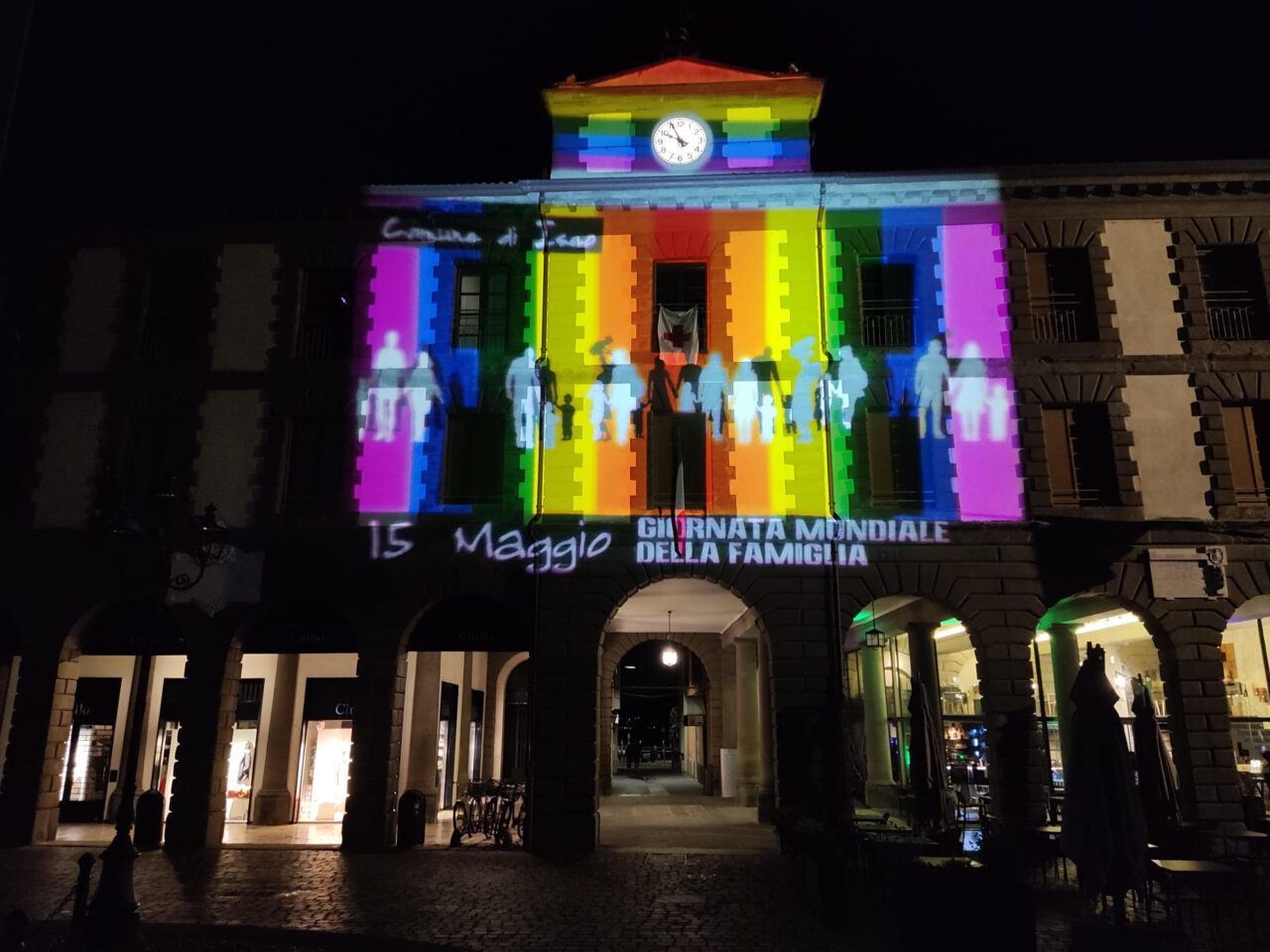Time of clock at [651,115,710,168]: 9:55
